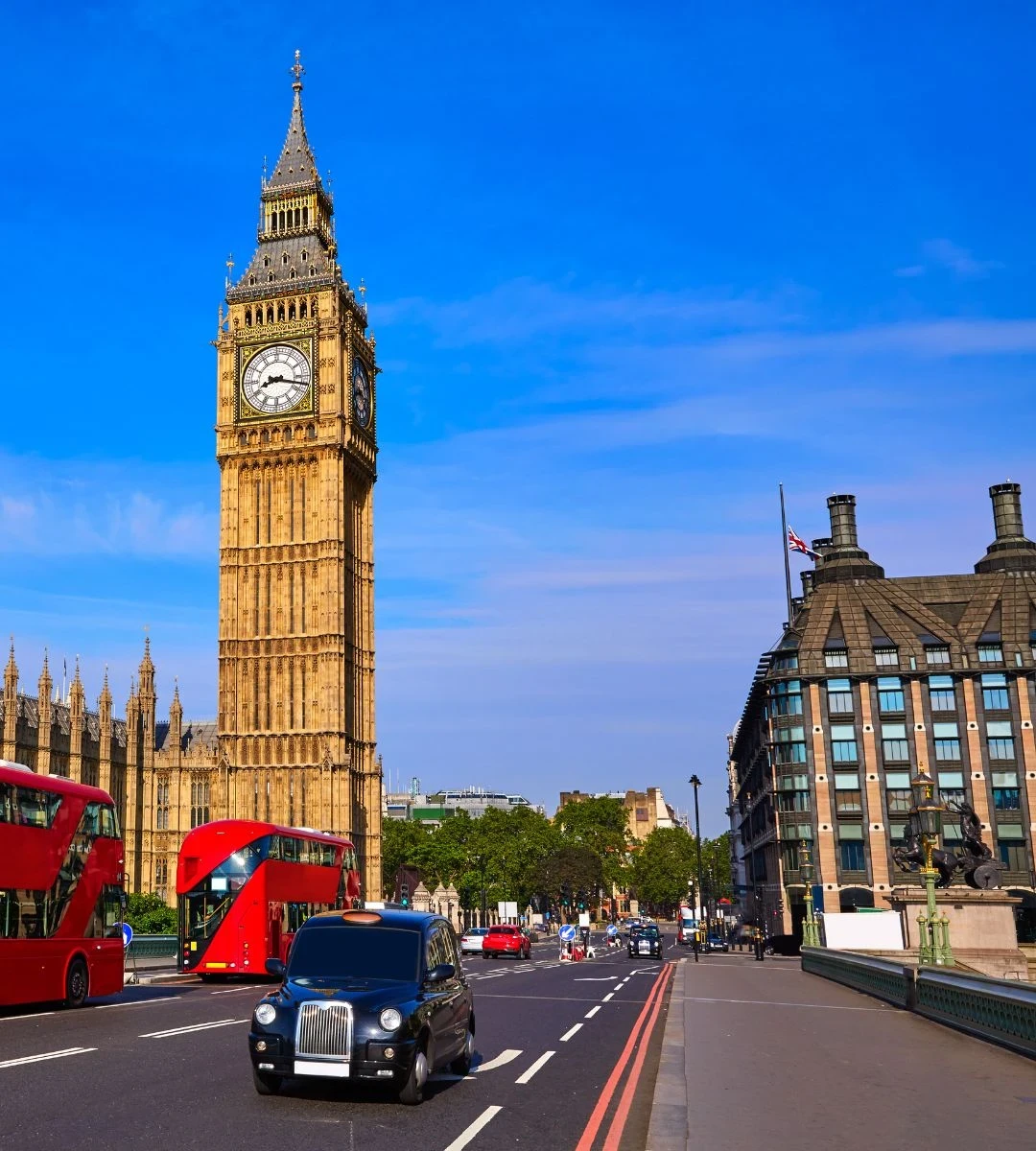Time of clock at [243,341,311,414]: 8:17
